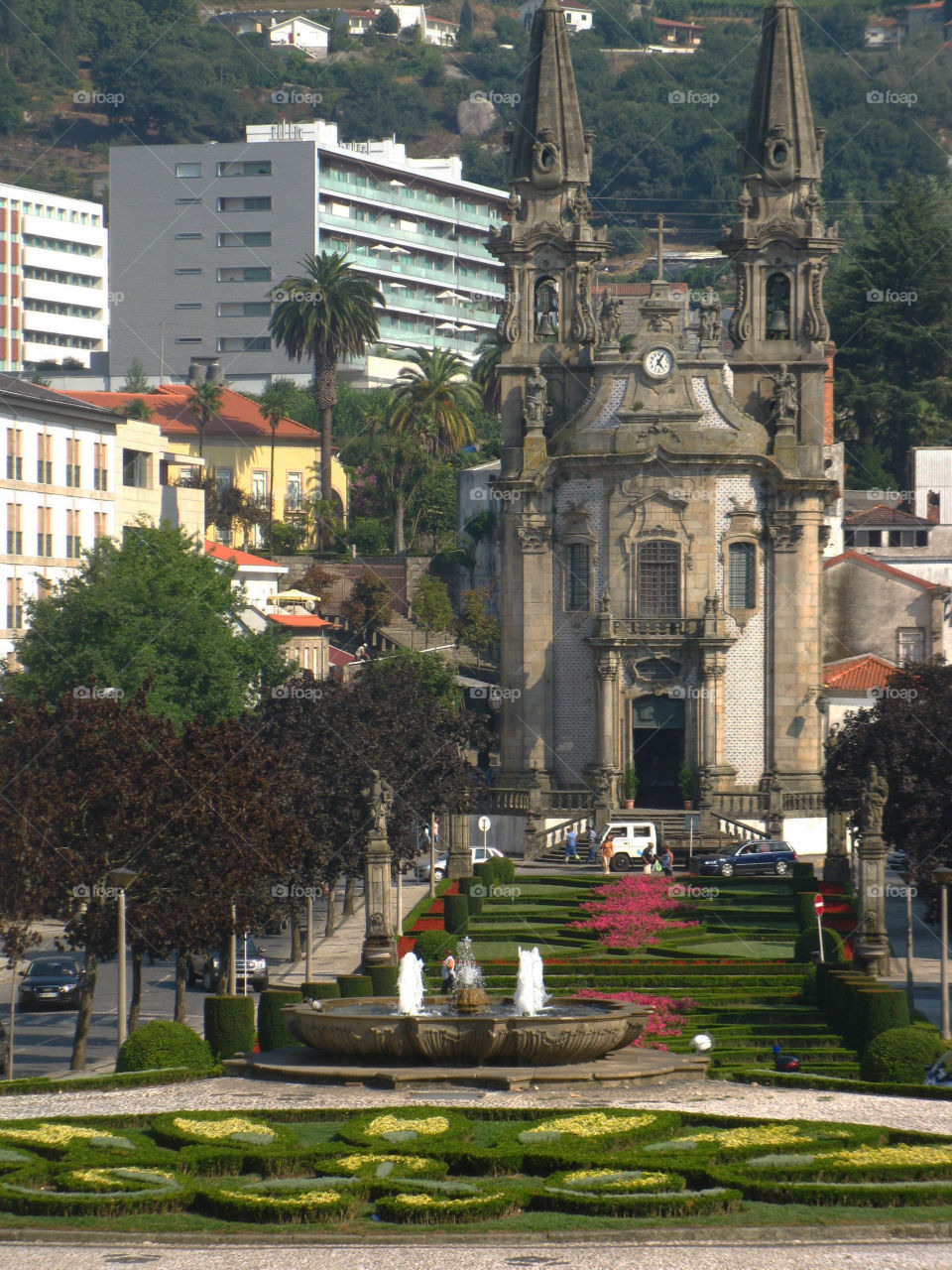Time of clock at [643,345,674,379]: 5:05
